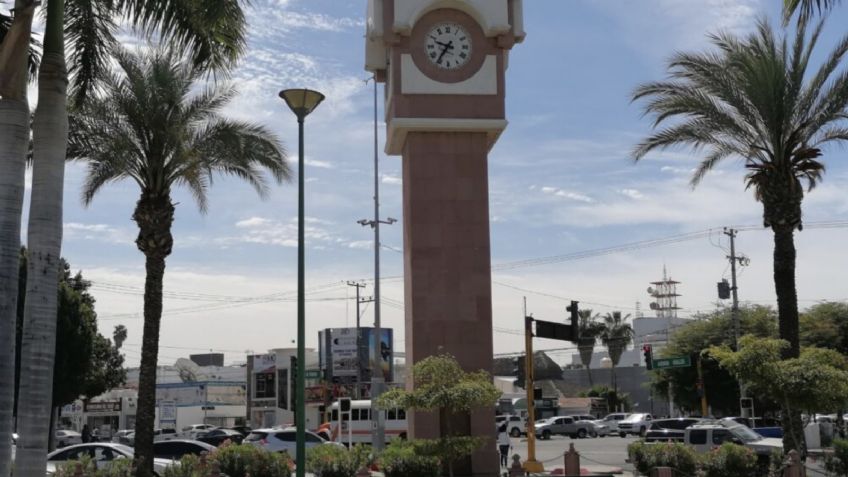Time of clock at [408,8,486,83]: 9:36
